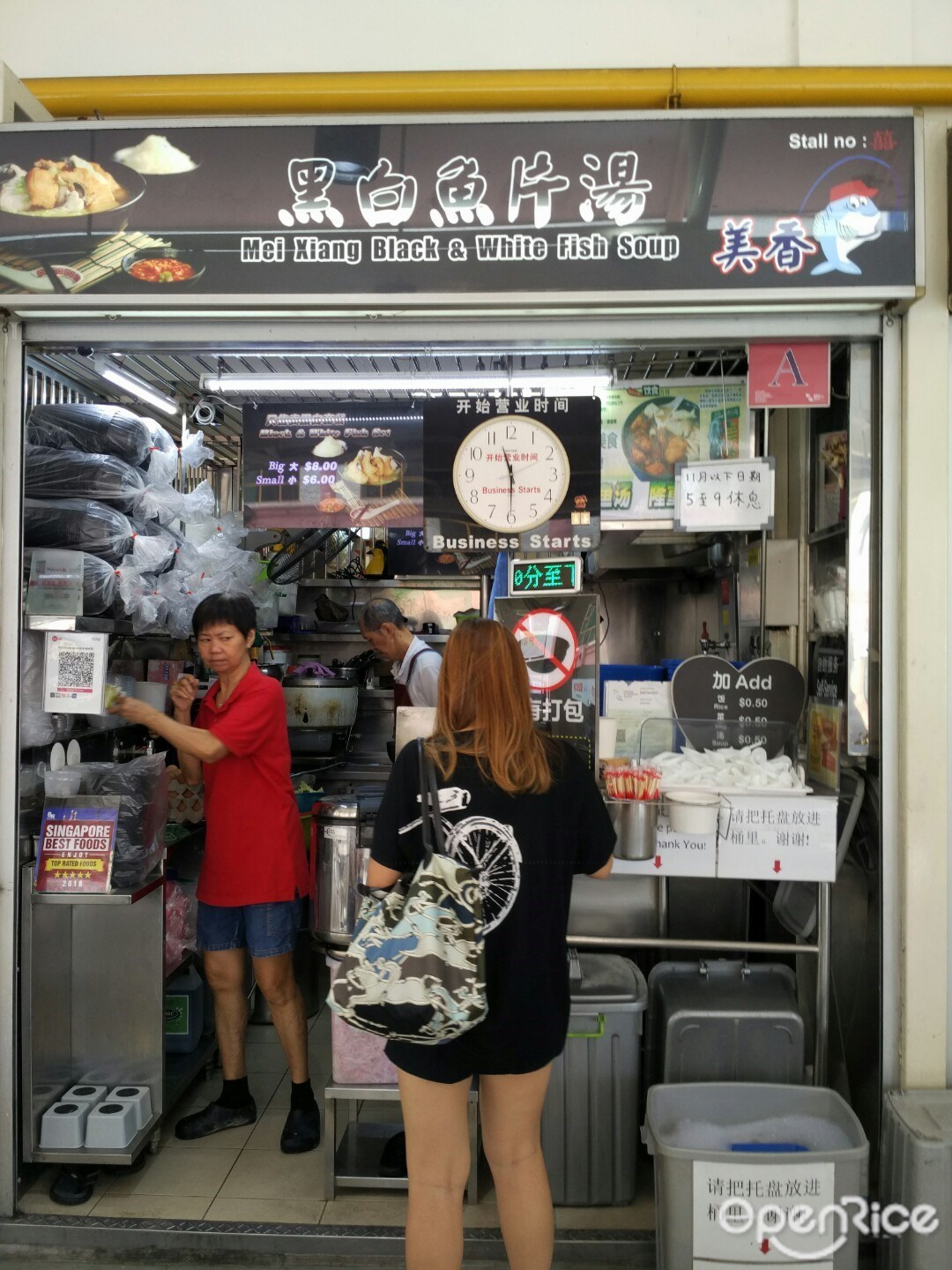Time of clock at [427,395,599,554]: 11:30
